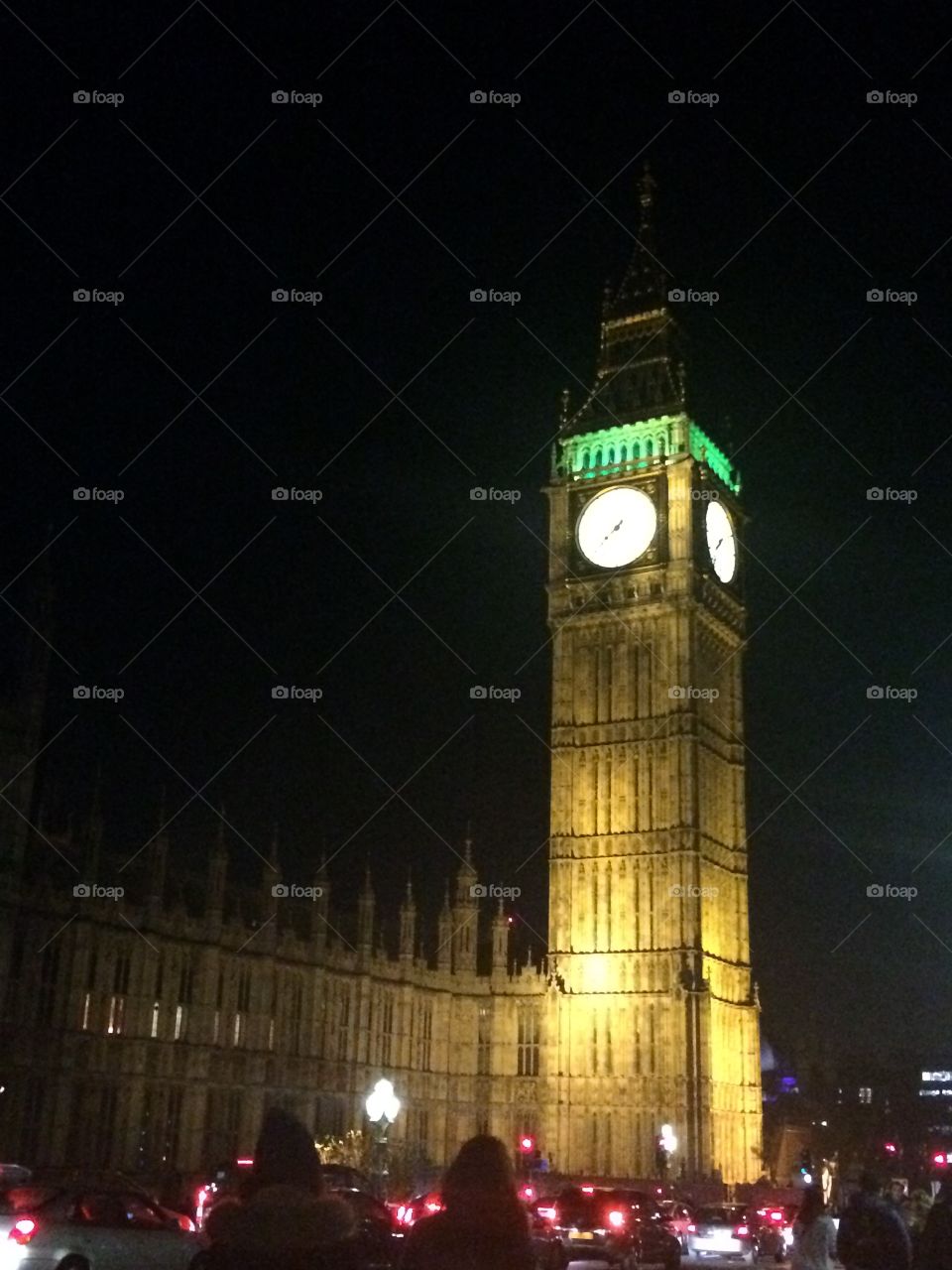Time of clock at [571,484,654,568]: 7:37
